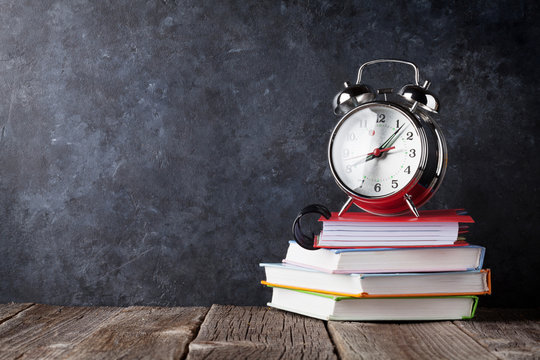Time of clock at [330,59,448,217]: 8:07
